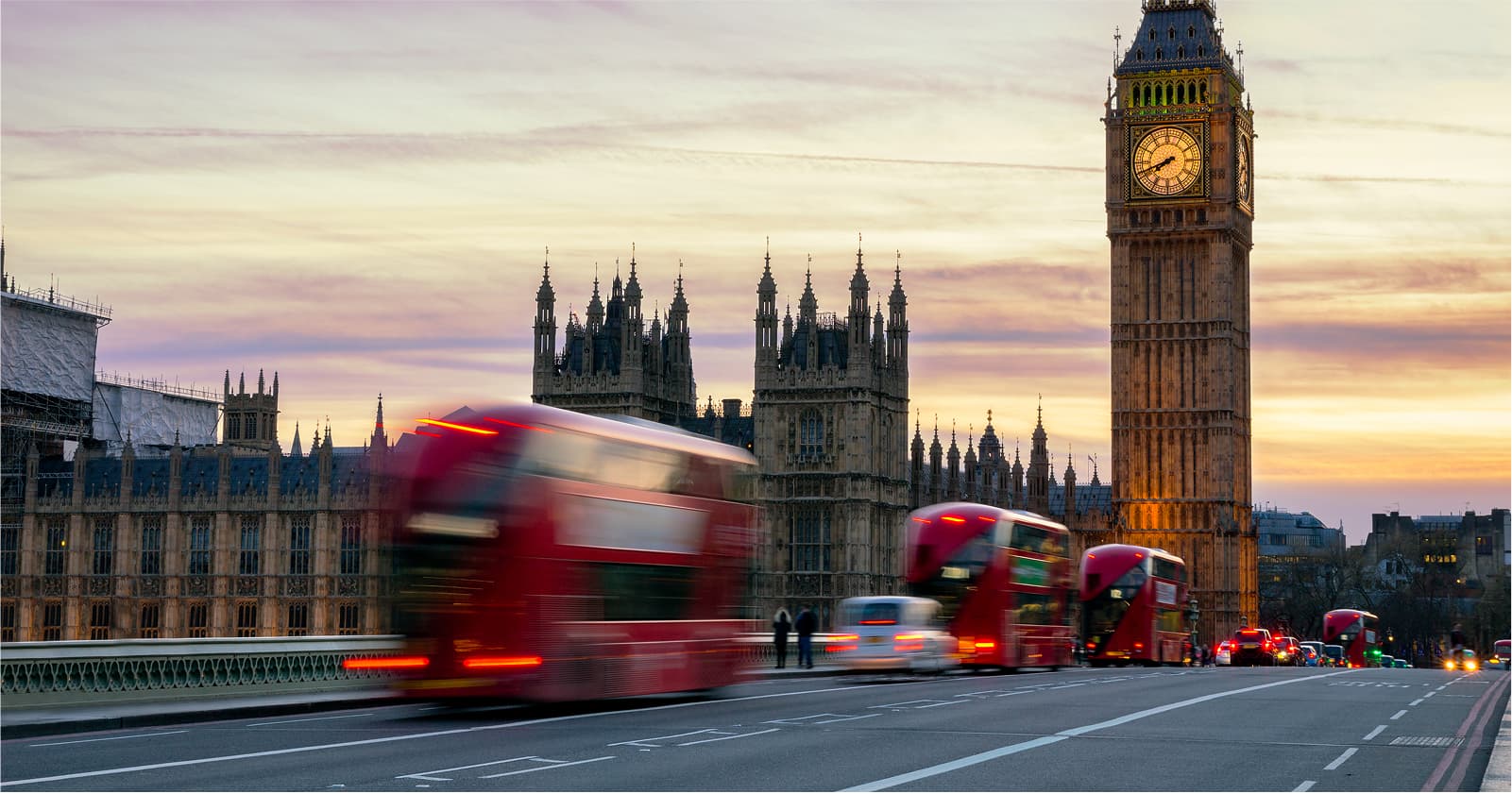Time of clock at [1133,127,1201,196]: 7:41
